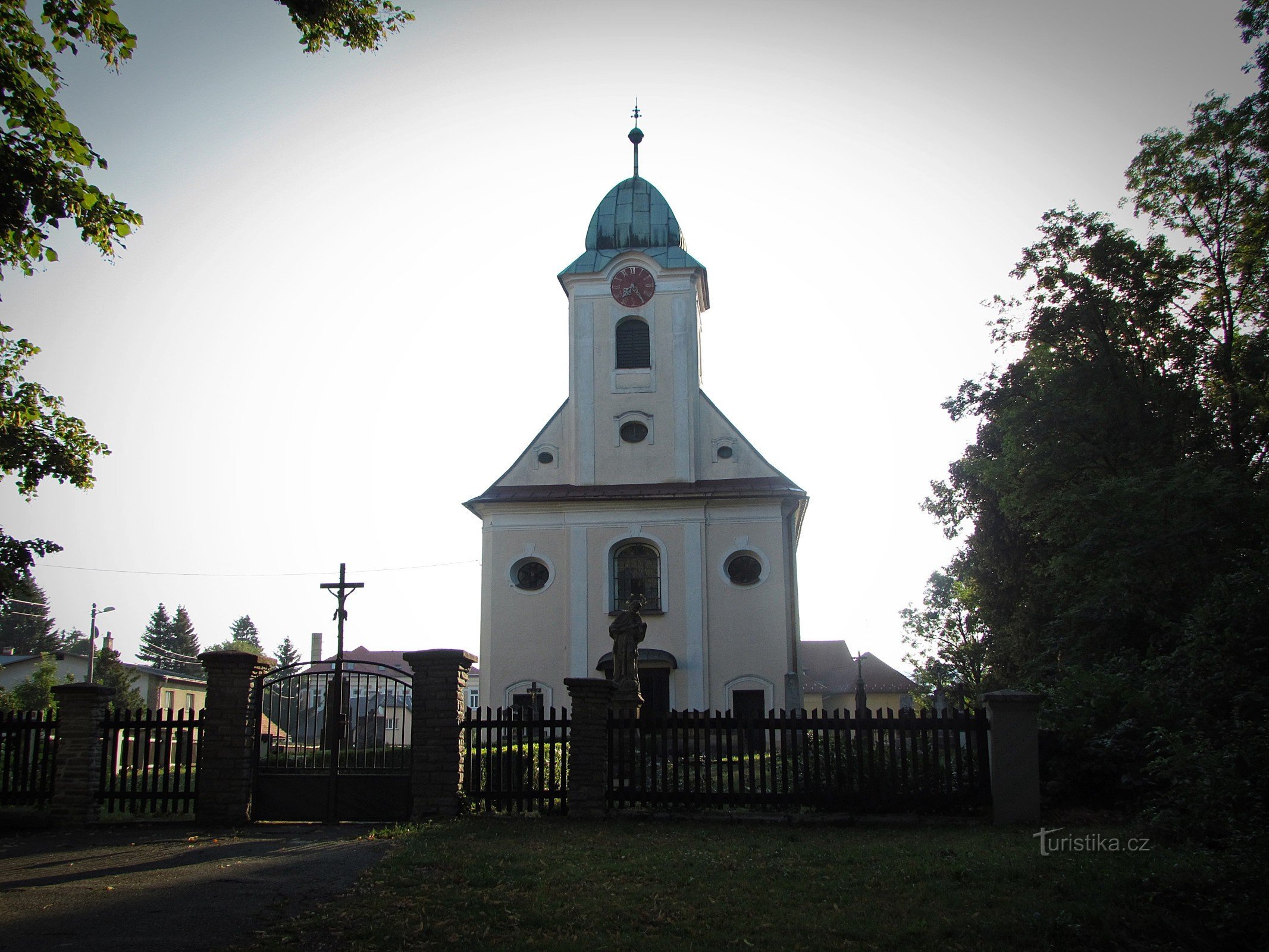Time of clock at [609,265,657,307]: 7:24
